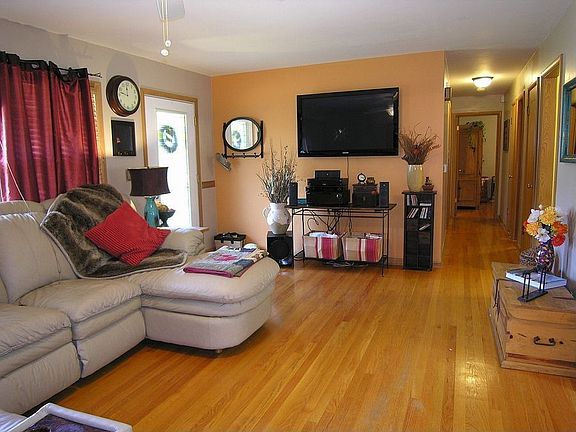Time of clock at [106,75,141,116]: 11:46
